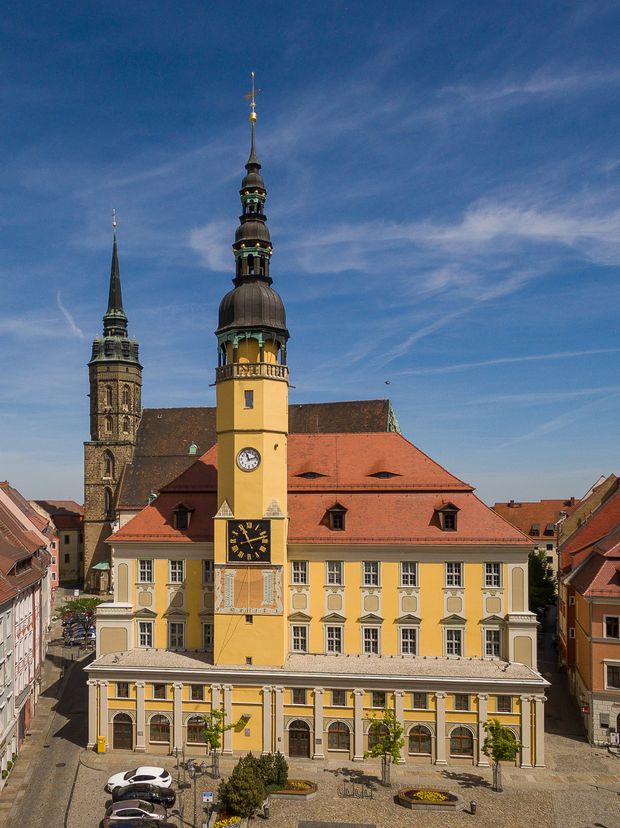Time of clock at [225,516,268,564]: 11:12
